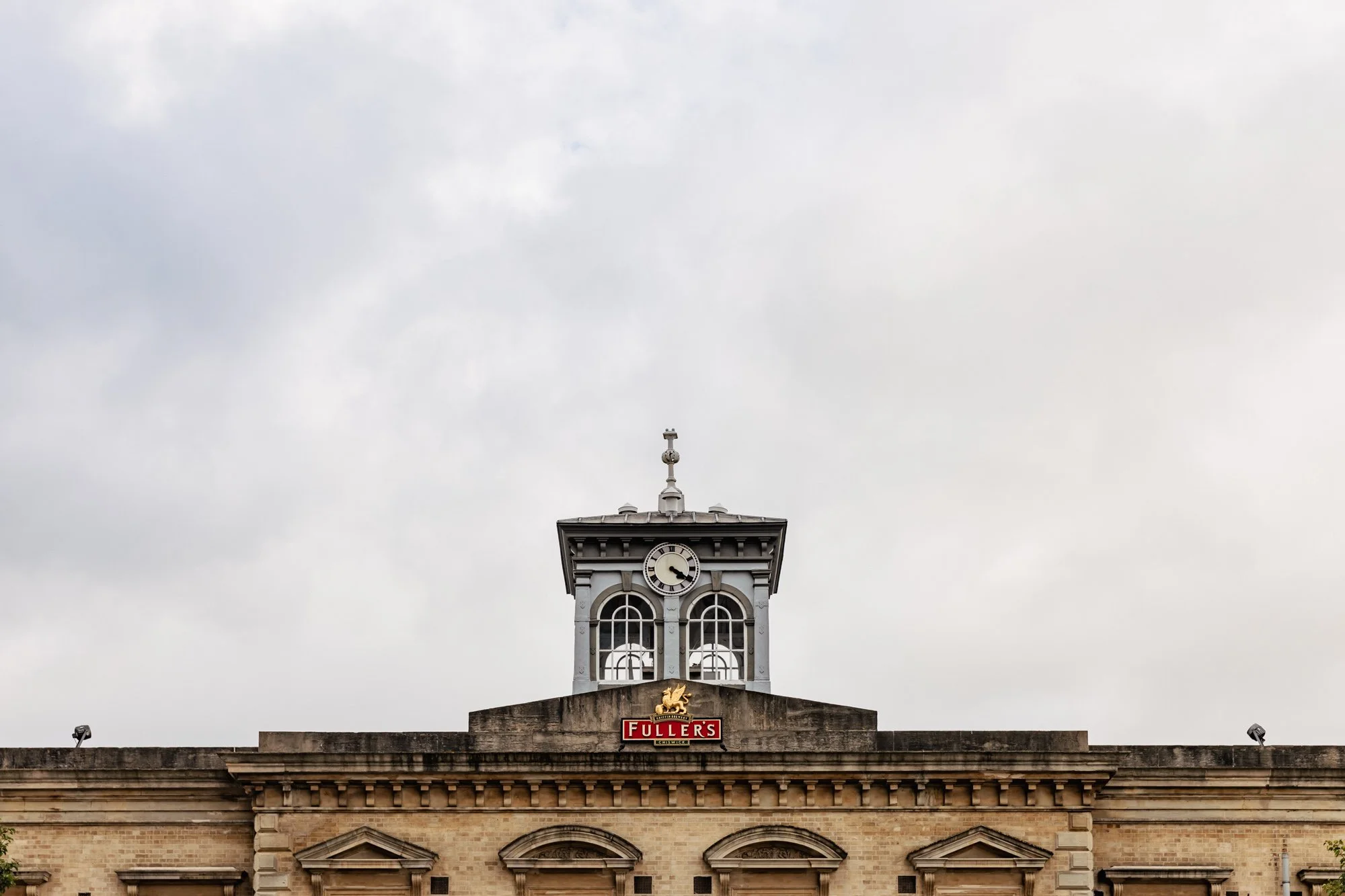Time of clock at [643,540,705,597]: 4:20
